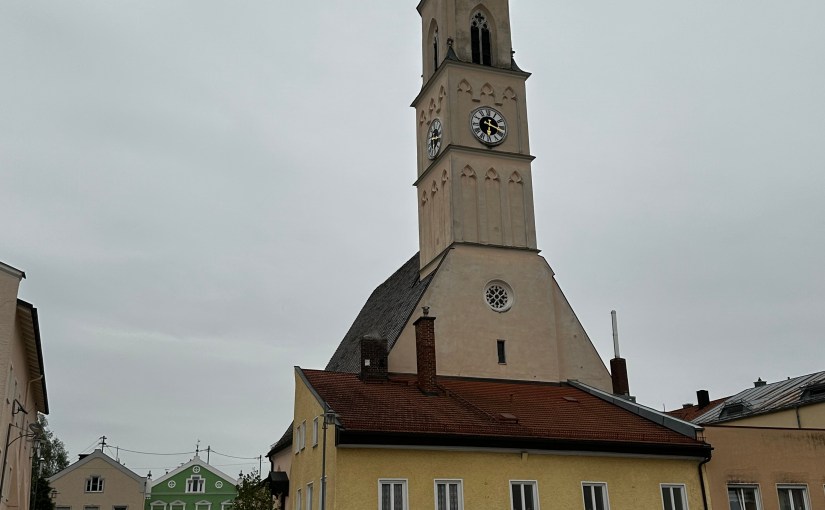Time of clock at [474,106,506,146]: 6:18
